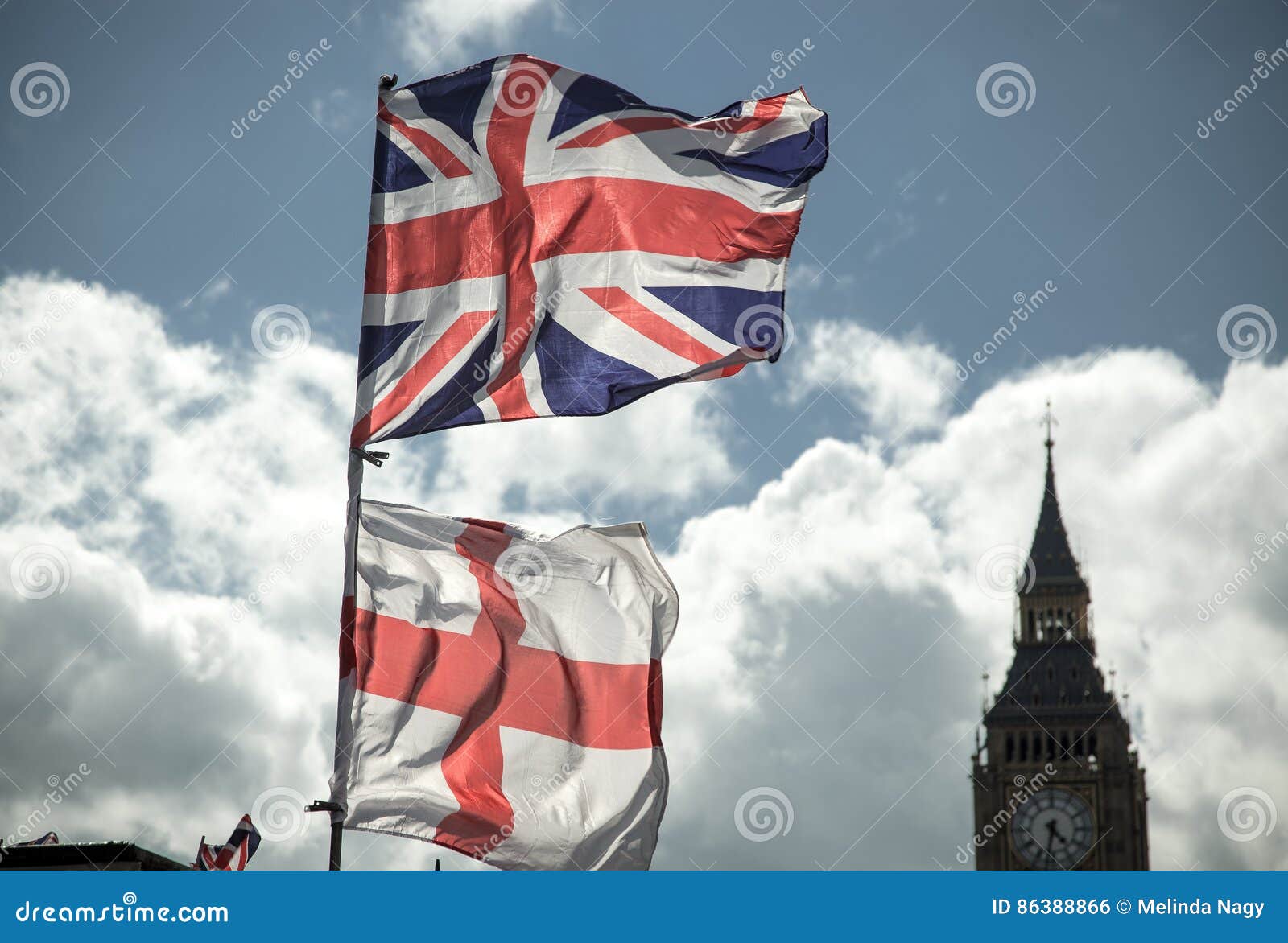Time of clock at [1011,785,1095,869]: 4:32
